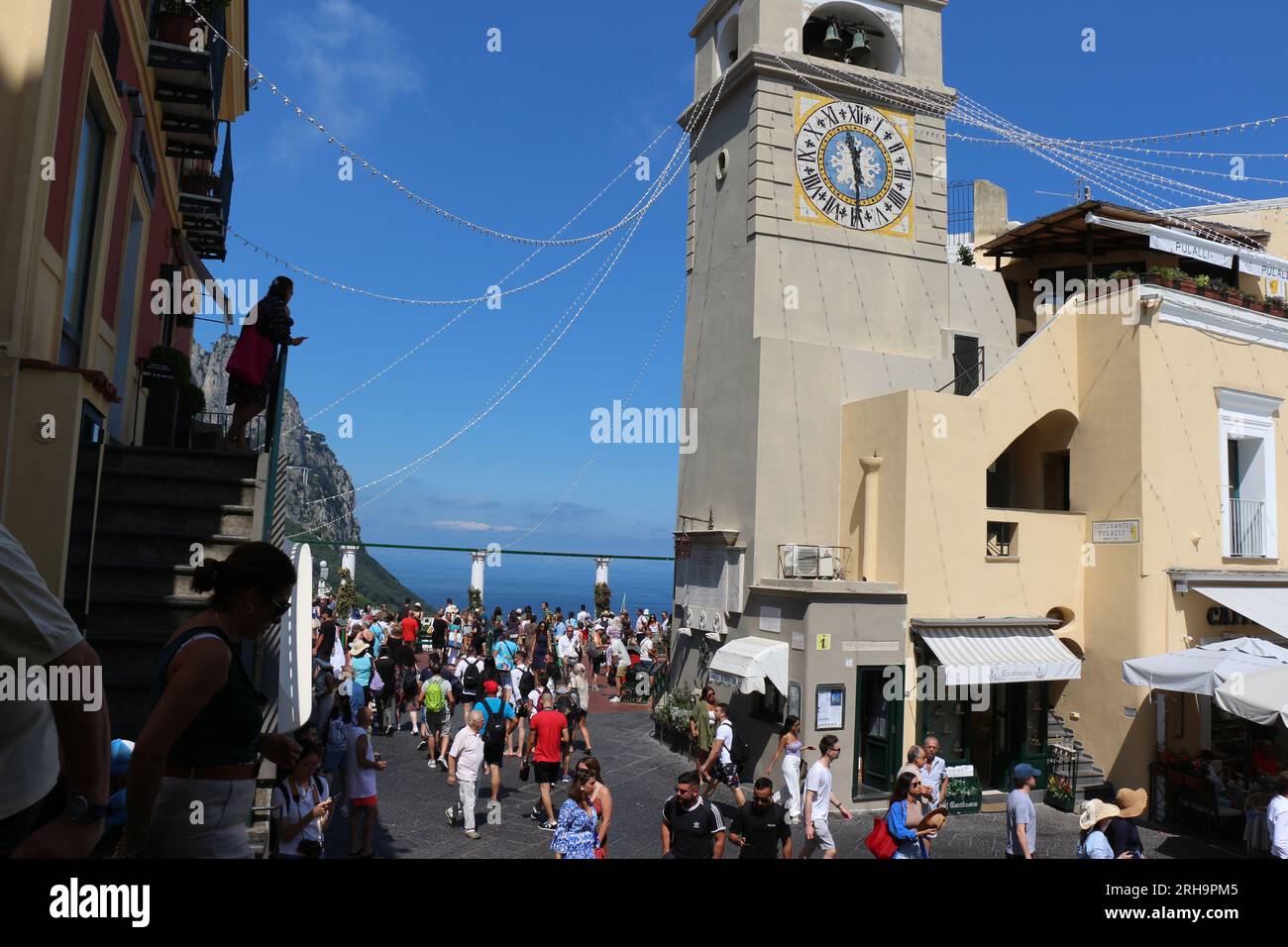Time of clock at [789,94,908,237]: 11:29
